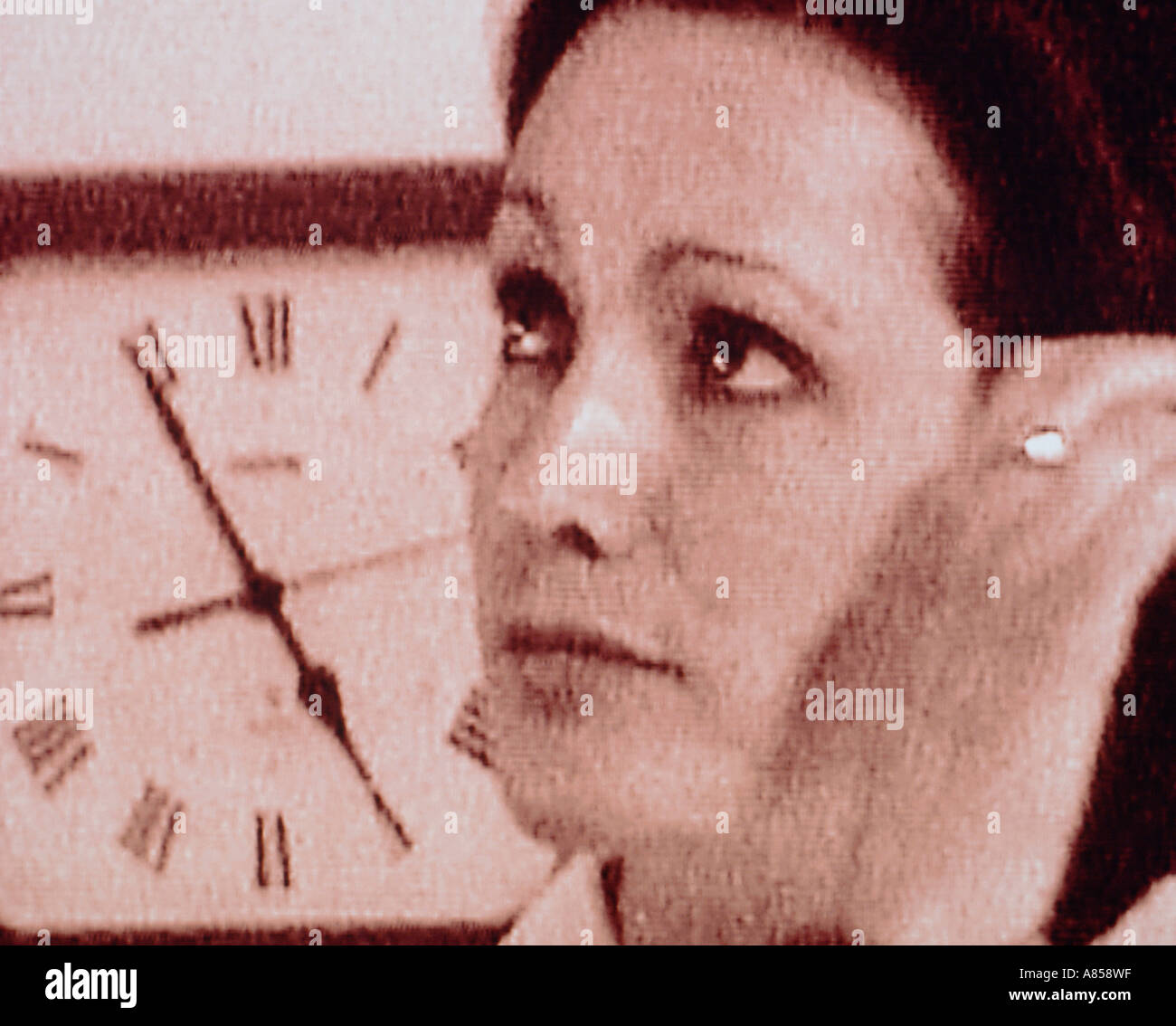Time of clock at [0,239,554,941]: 4:54
